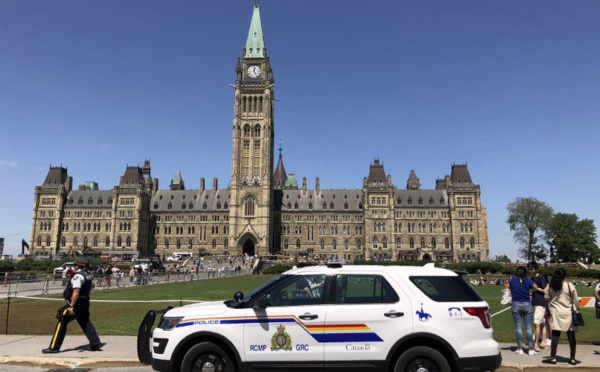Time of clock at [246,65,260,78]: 12:24
